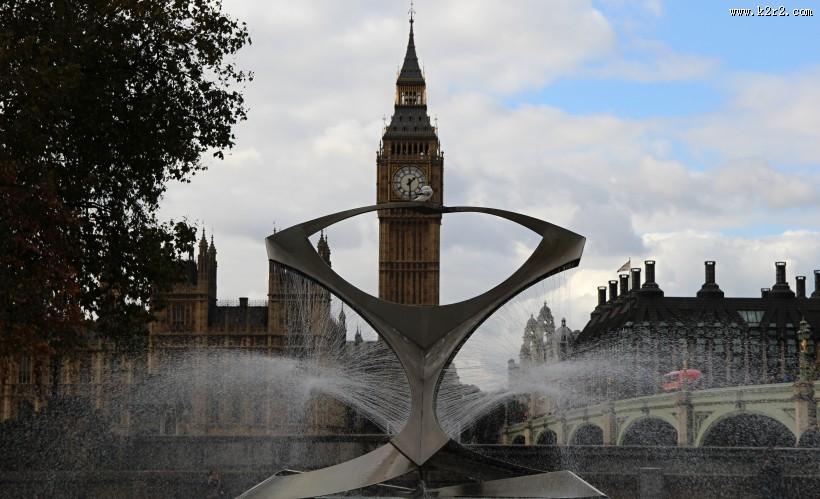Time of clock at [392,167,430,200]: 1:29
